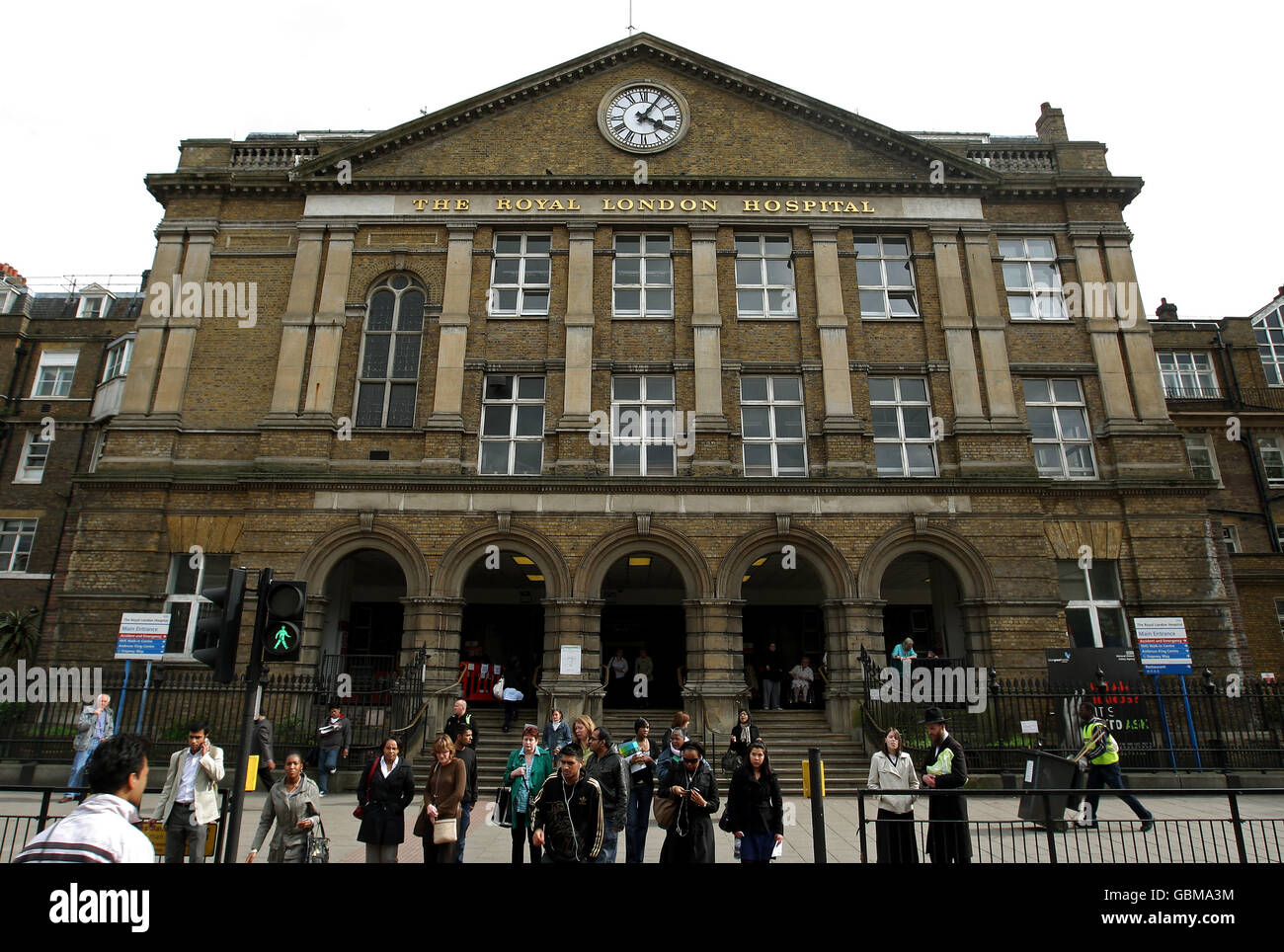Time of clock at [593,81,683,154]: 4:05
